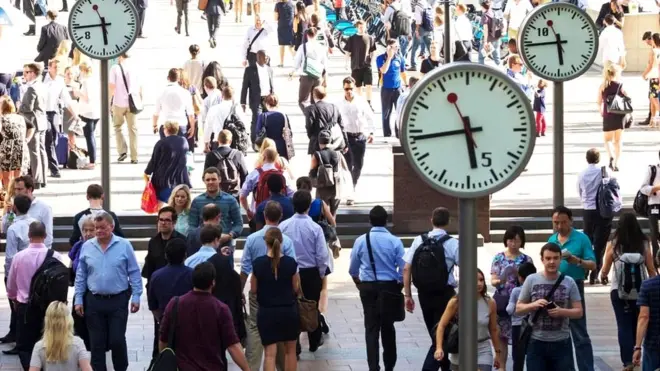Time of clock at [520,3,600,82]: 5:44
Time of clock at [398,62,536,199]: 5:43
